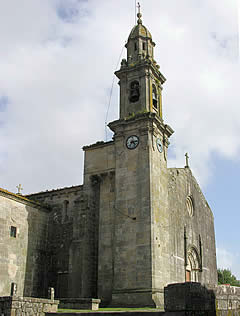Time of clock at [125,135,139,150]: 7:13
